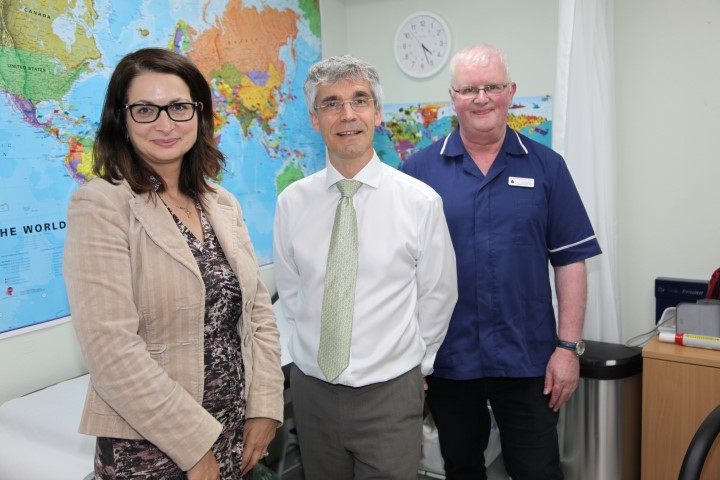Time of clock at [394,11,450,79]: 4:26
